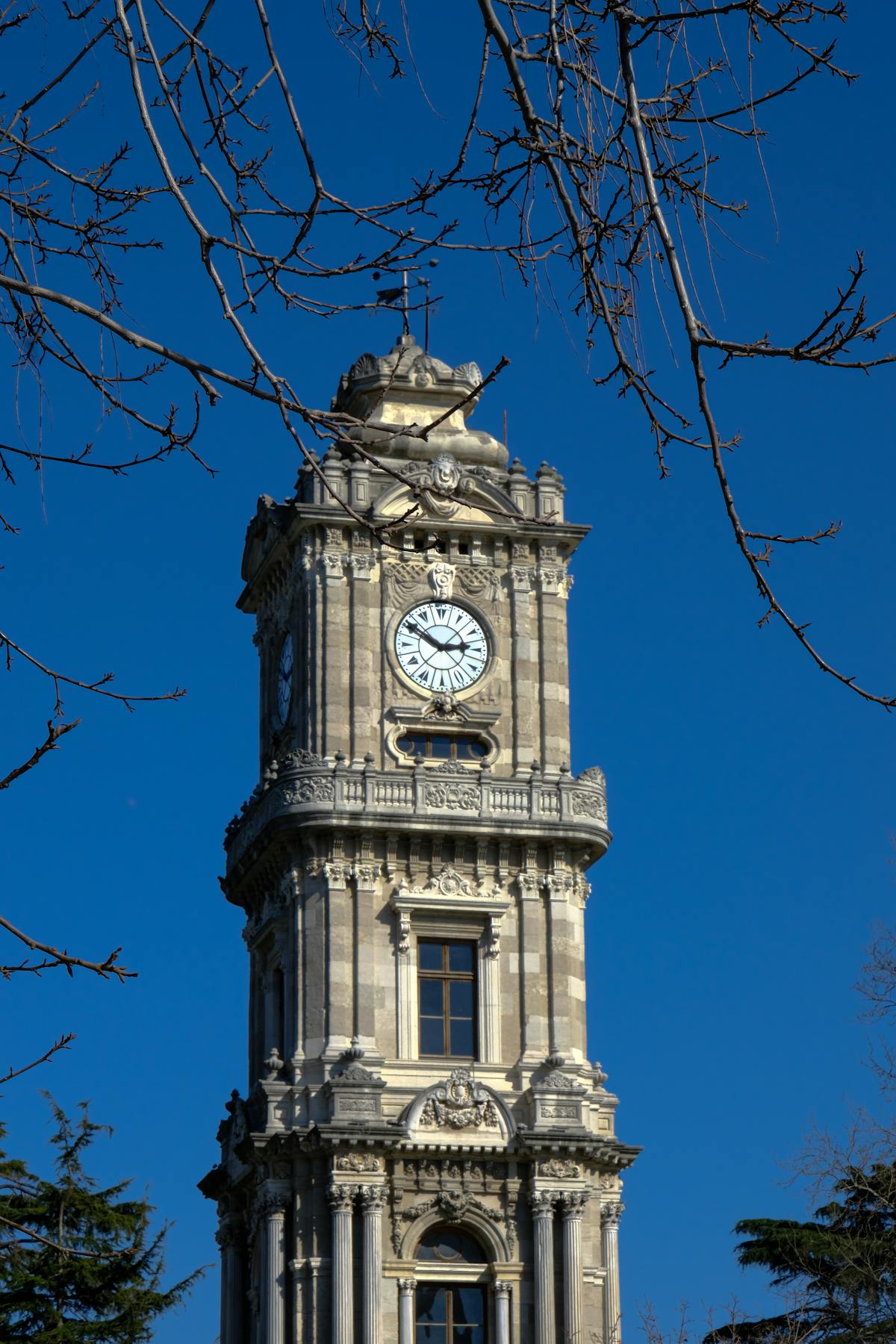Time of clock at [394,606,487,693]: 2:50
